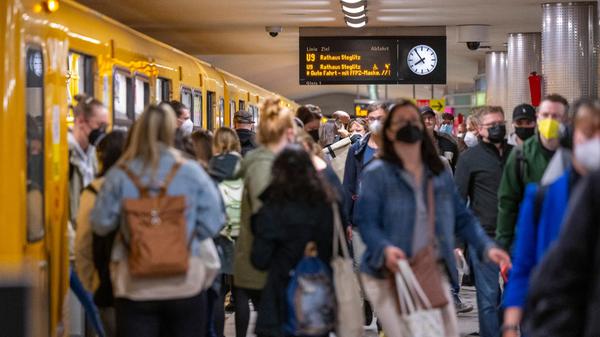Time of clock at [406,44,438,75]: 7:53
